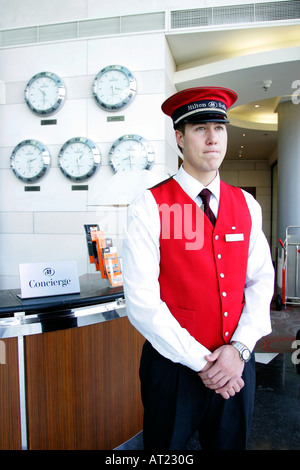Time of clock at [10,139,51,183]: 2:29
